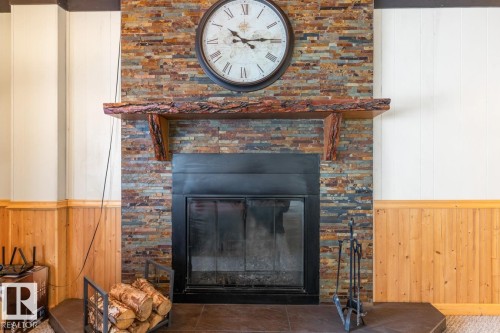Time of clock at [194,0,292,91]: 10:14
